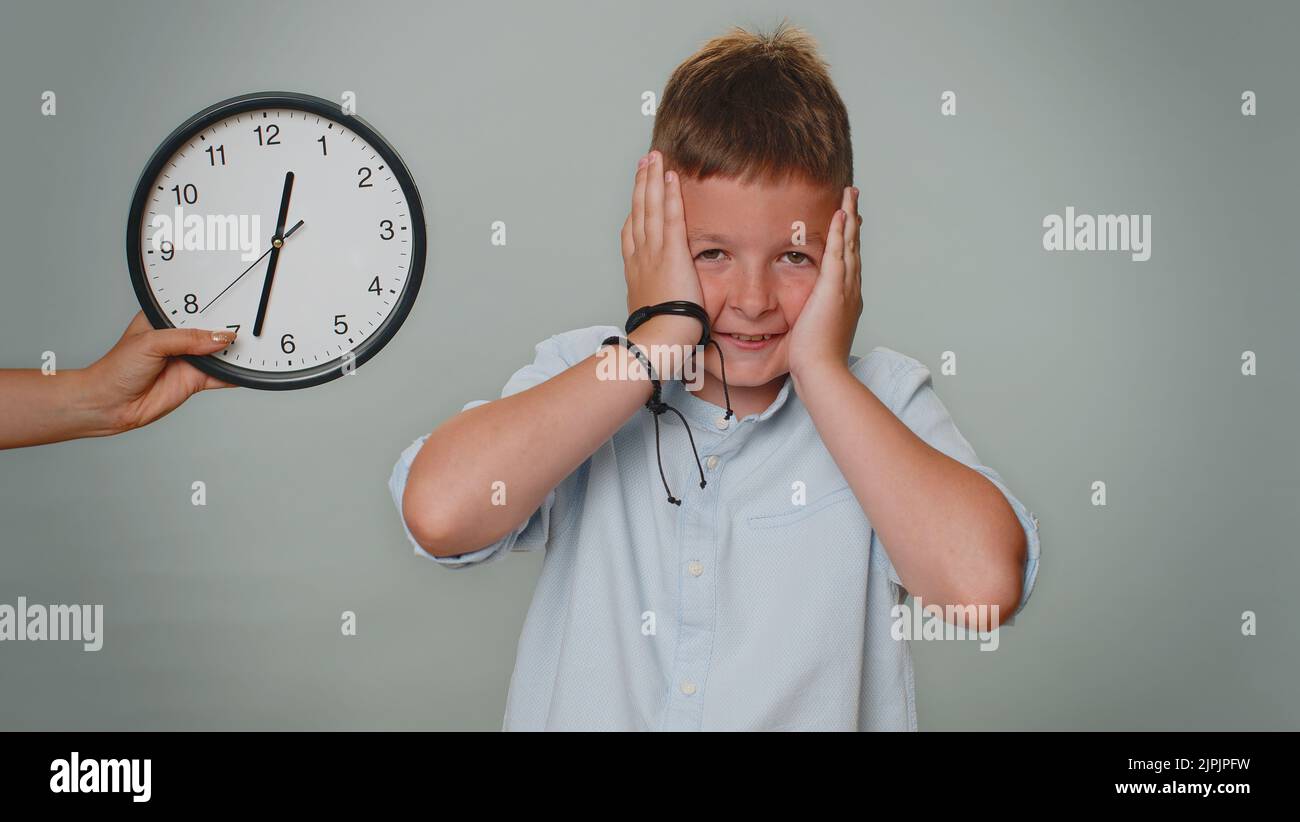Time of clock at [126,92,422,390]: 12:32
